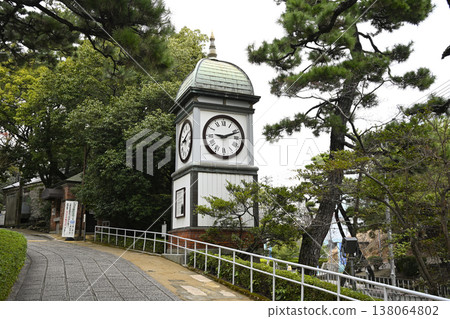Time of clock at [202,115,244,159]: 9:11
